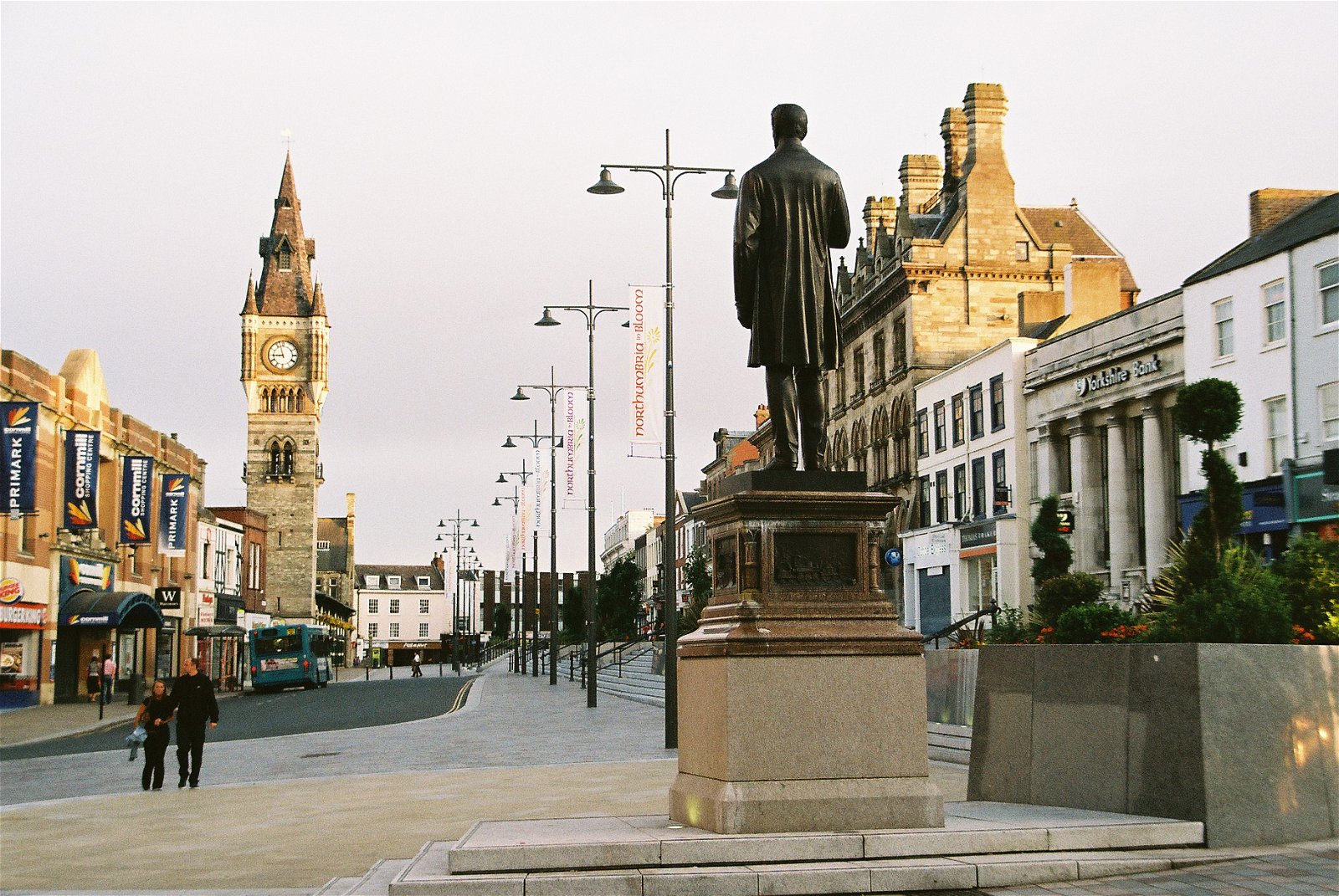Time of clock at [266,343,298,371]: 8:57
